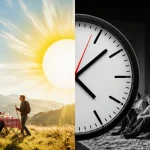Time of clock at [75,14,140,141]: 4:08
